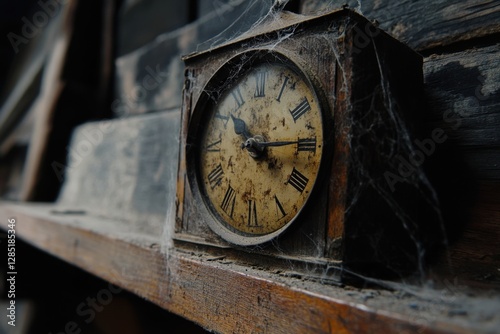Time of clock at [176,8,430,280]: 4:14
